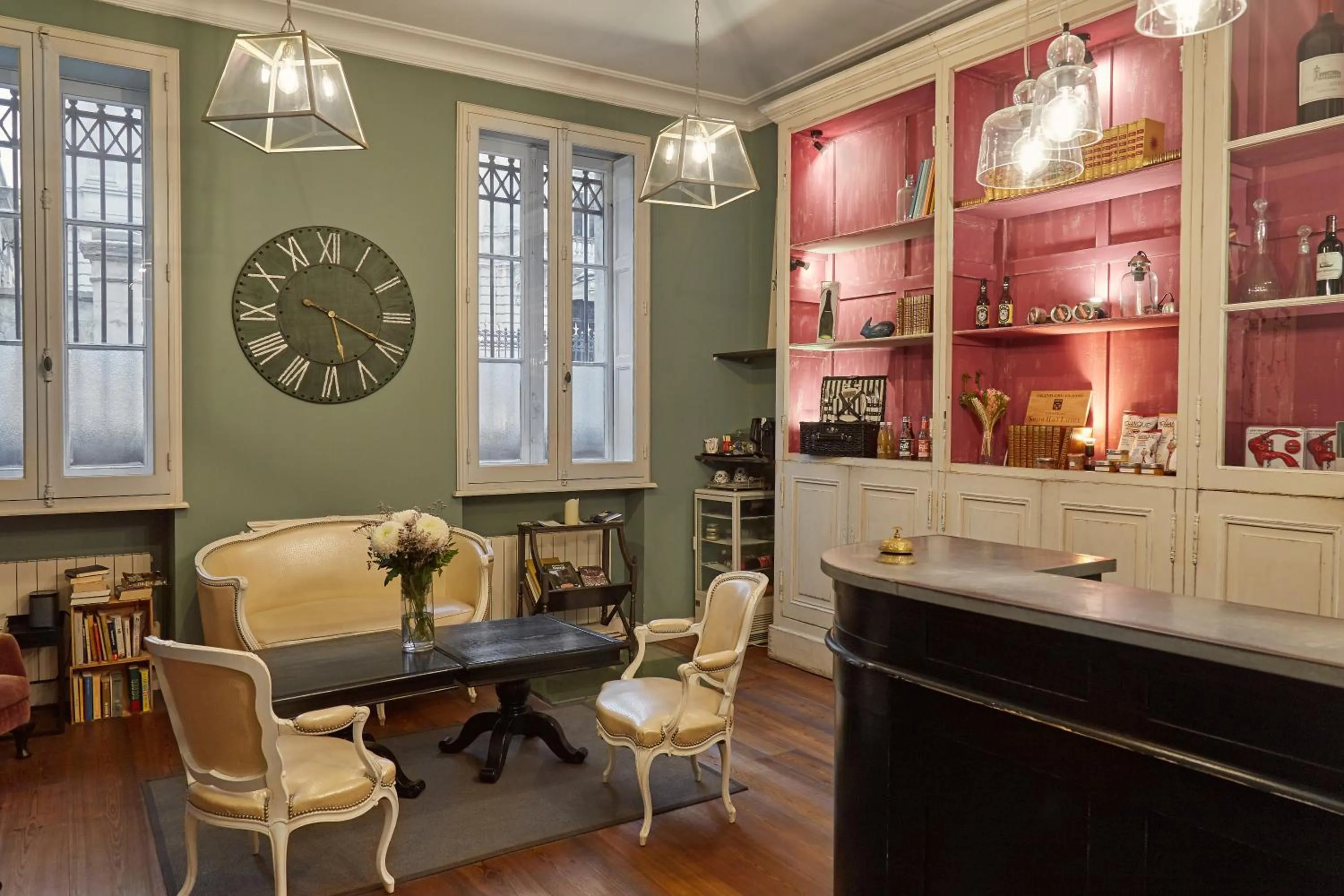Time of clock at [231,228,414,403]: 5:19
